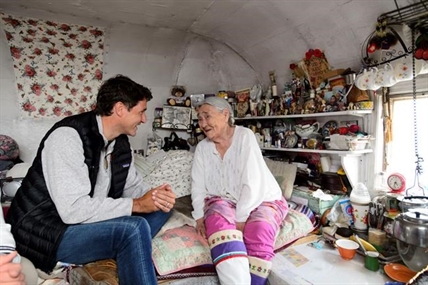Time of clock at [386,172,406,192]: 4:32
